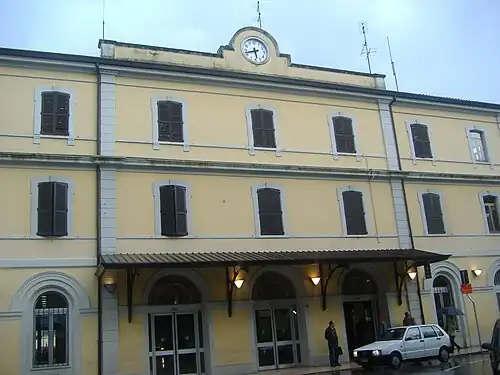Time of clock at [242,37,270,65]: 5:42
